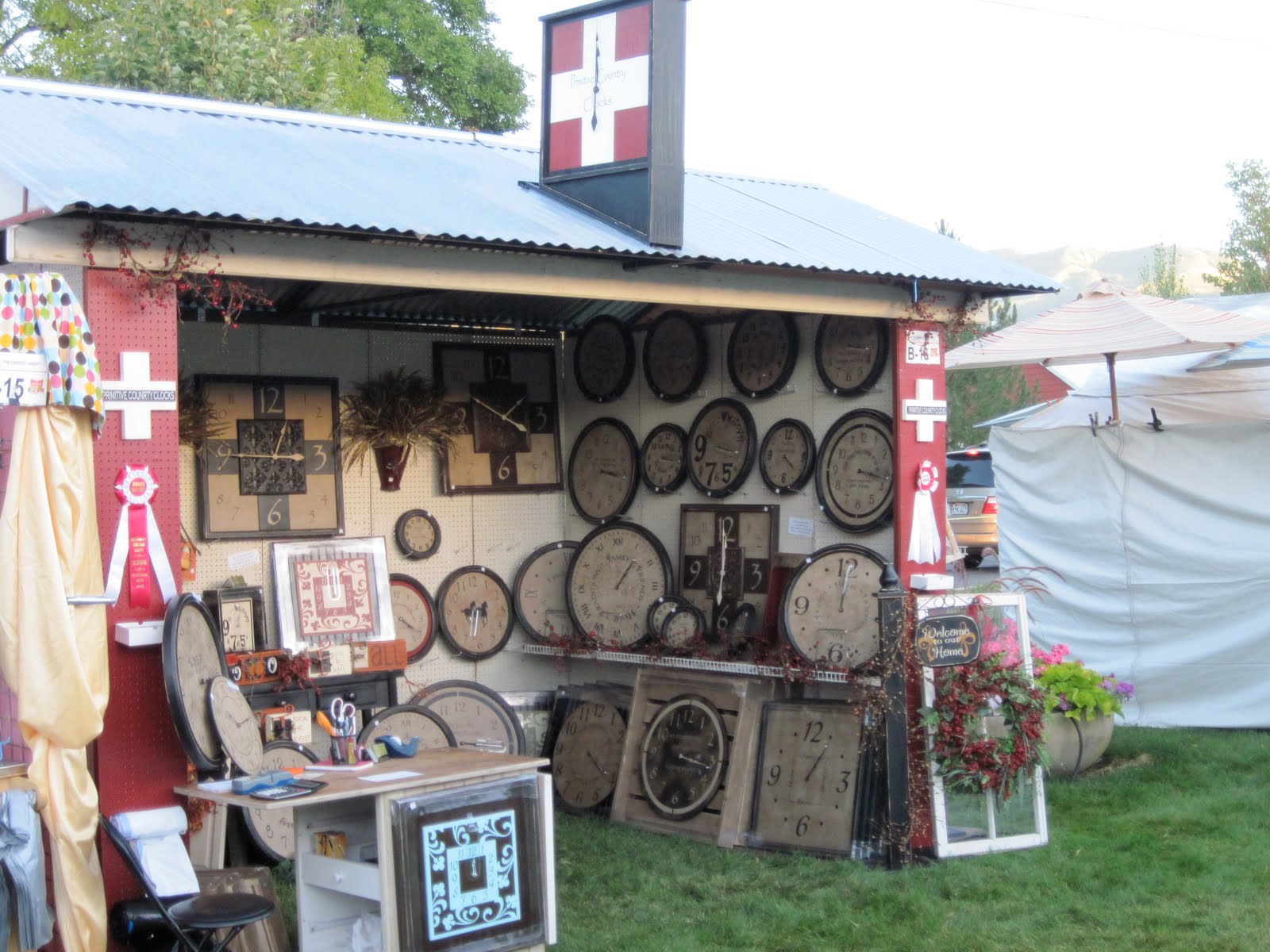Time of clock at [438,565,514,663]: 8:33
